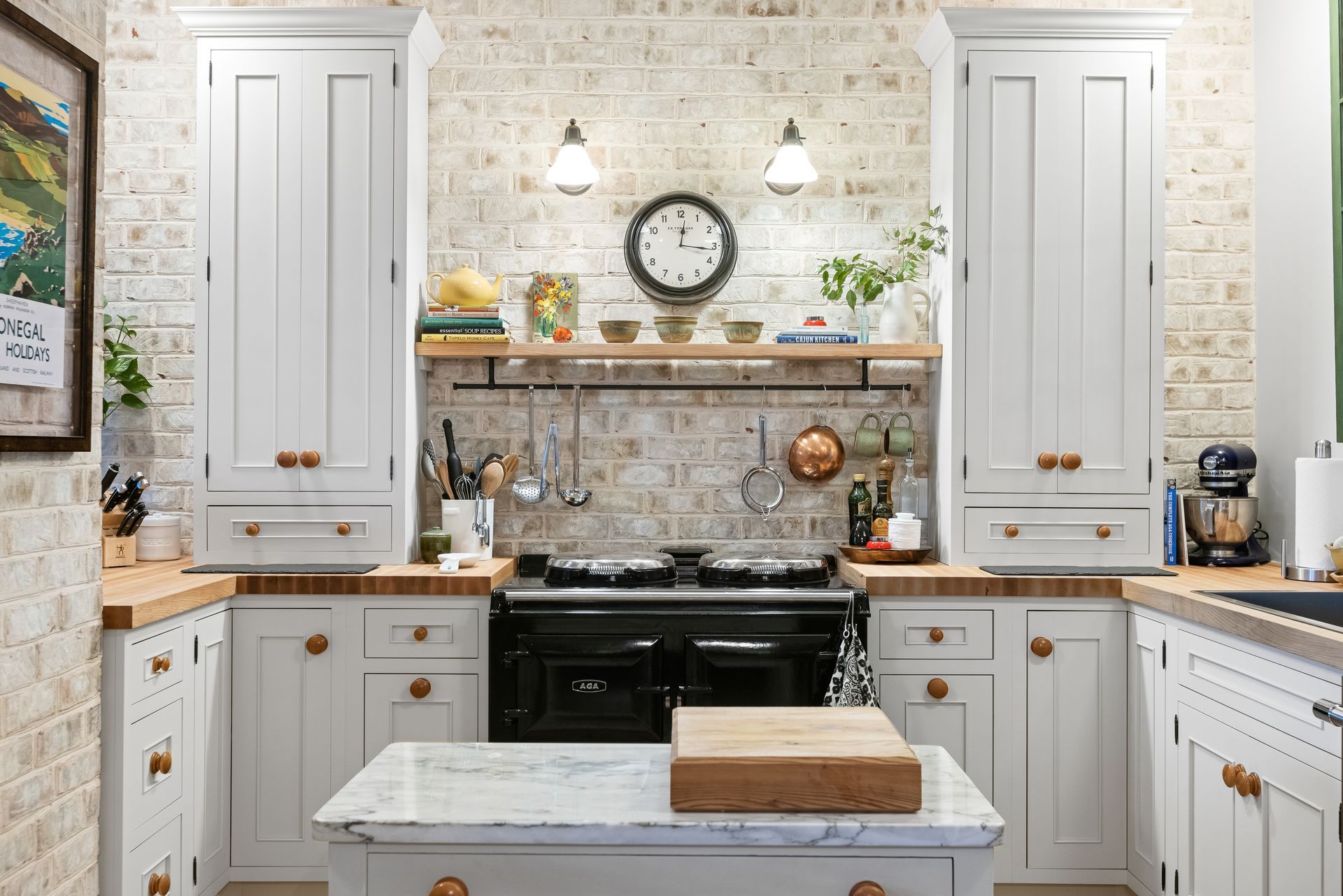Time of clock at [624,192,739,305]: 12:16
